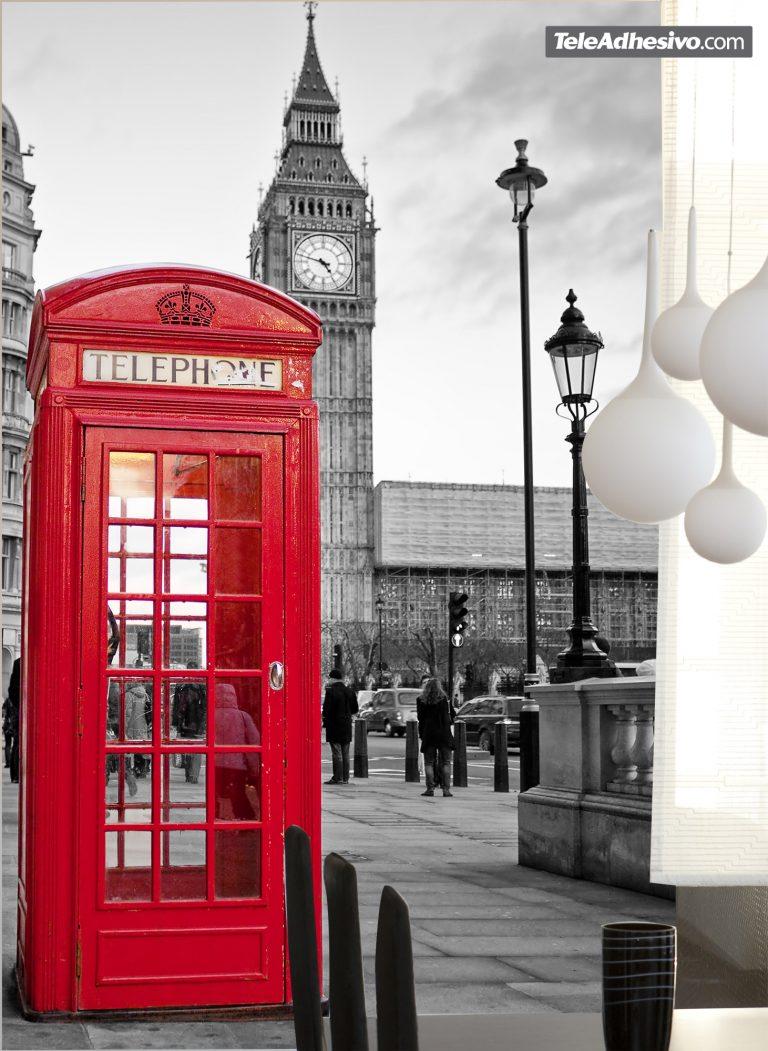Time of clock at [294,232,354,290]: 4:47
